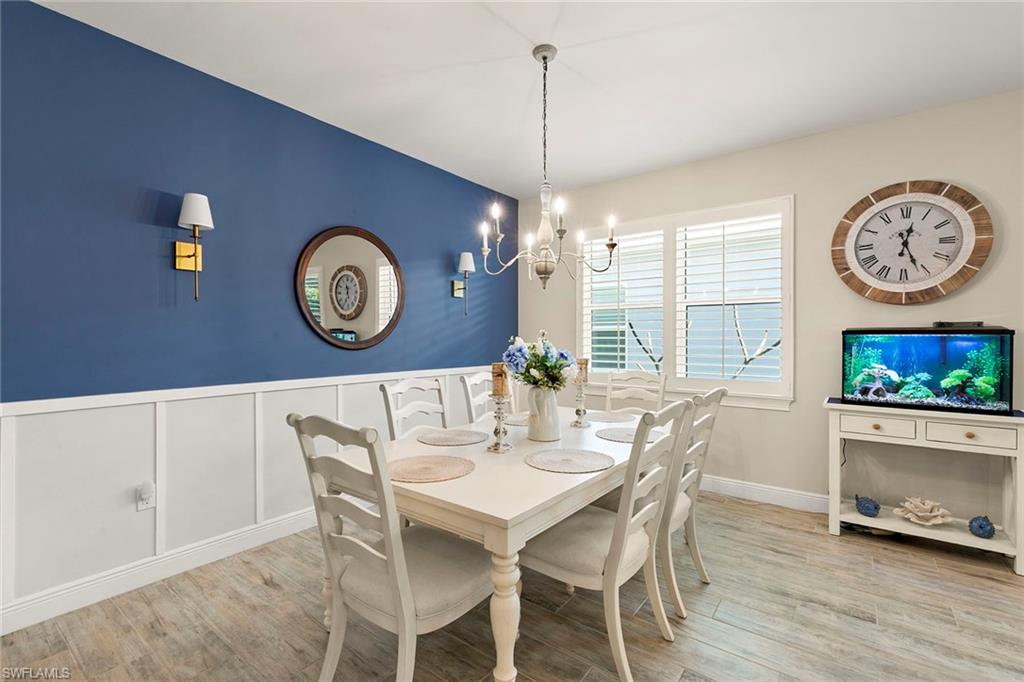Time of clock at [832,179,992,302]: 12:26
